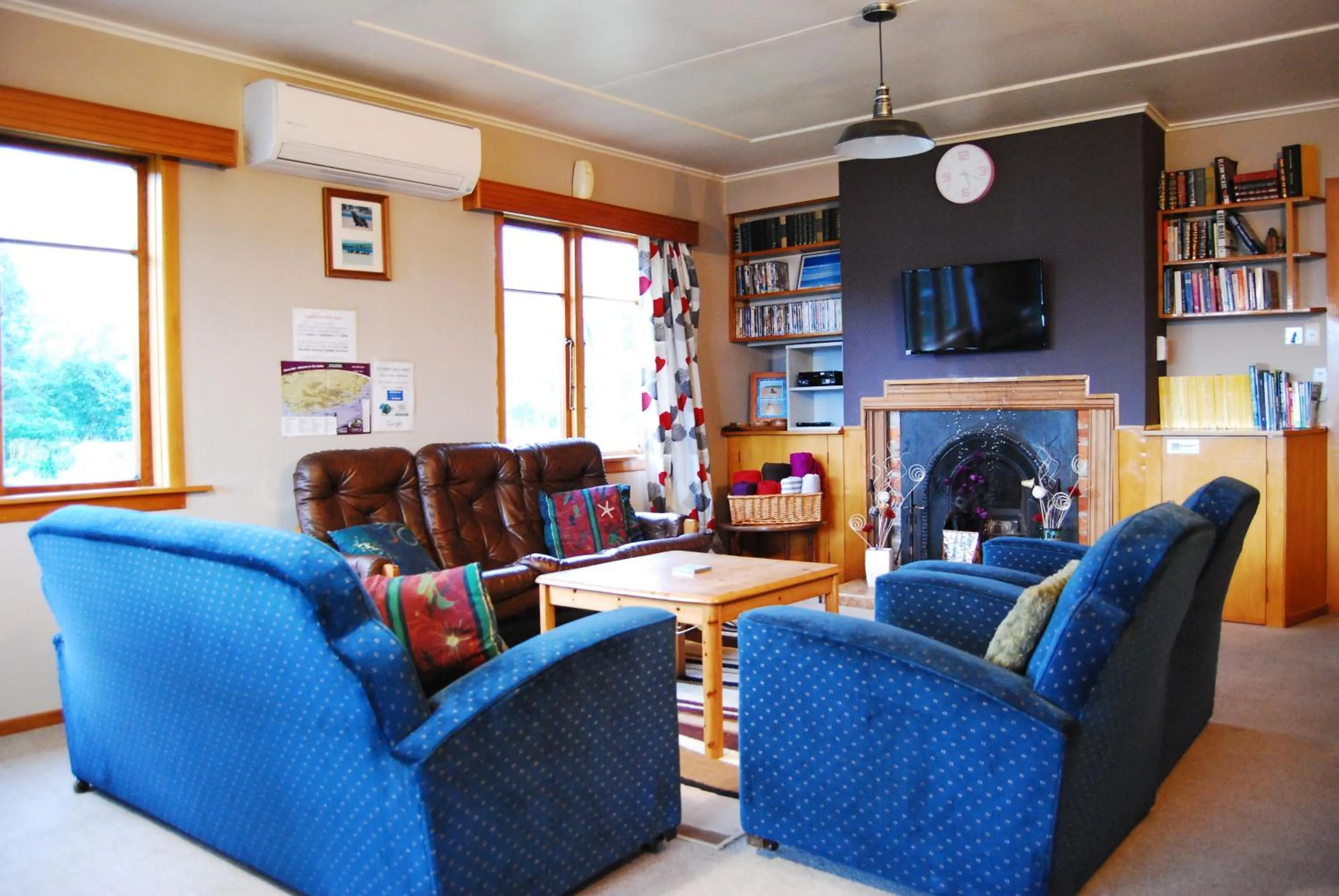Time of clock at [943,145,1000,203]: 5:18
